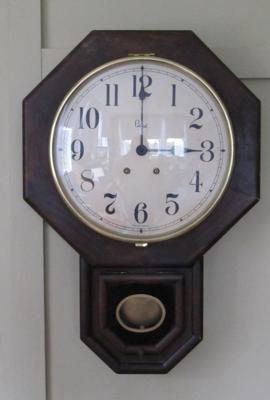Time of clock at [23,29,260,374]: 3:00
